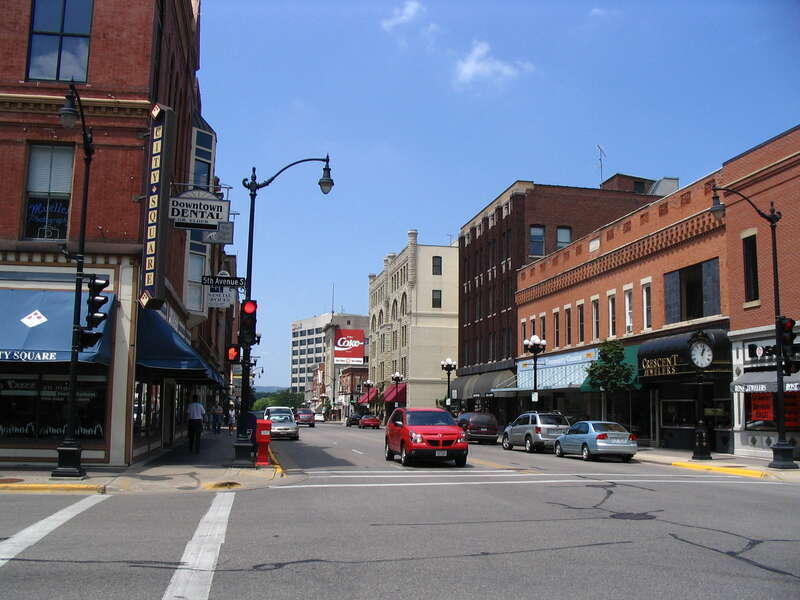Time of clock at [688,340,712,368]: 1:02
